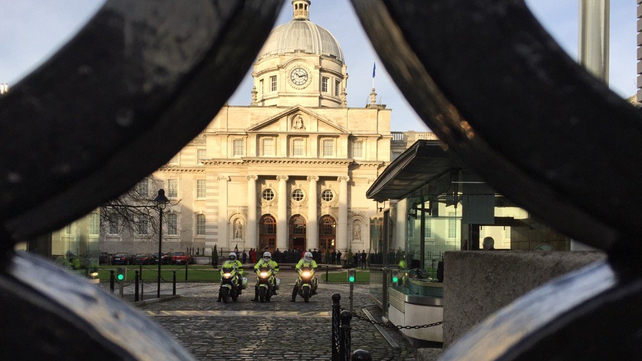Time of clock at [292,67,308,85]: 10:12
